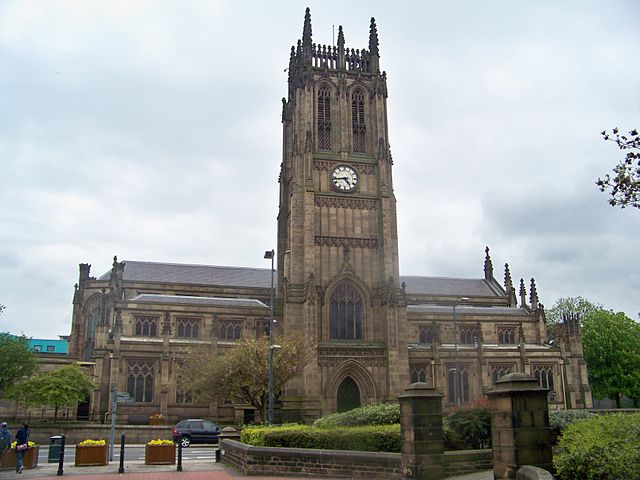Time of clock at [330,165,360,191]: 4:43
